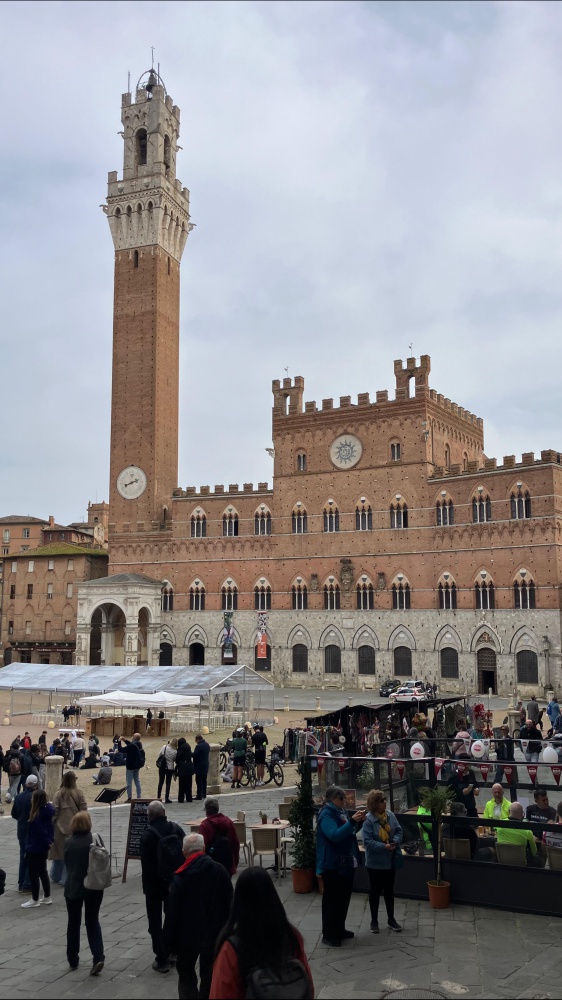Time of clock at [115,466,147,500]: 8:11
